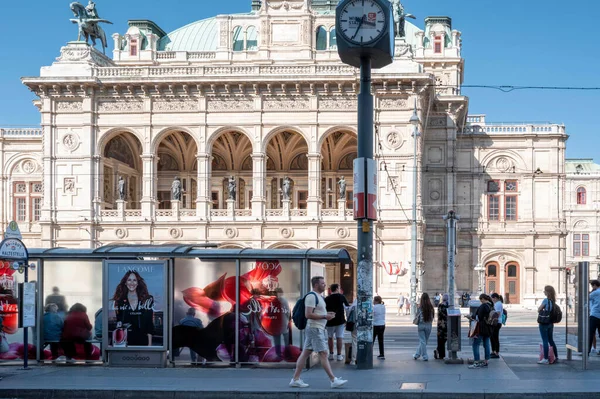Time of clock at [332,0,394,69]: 3:34
